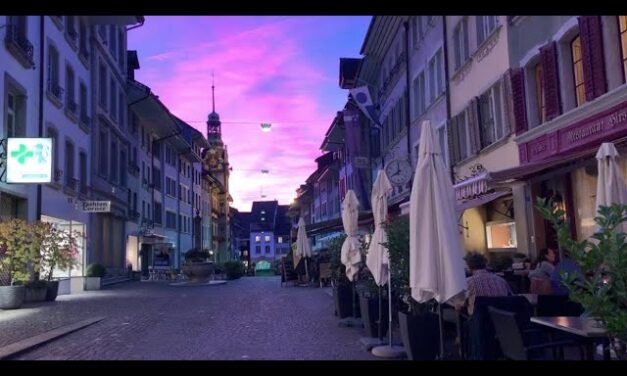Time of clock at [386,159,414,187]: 7:59
